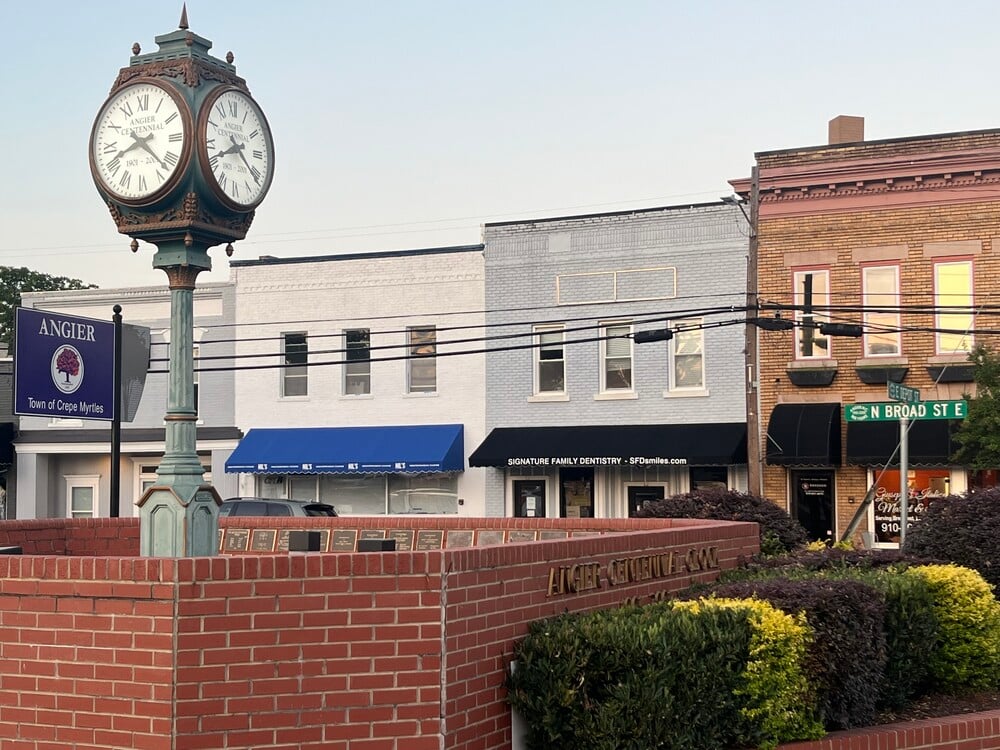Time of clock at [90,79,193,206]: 8:21
